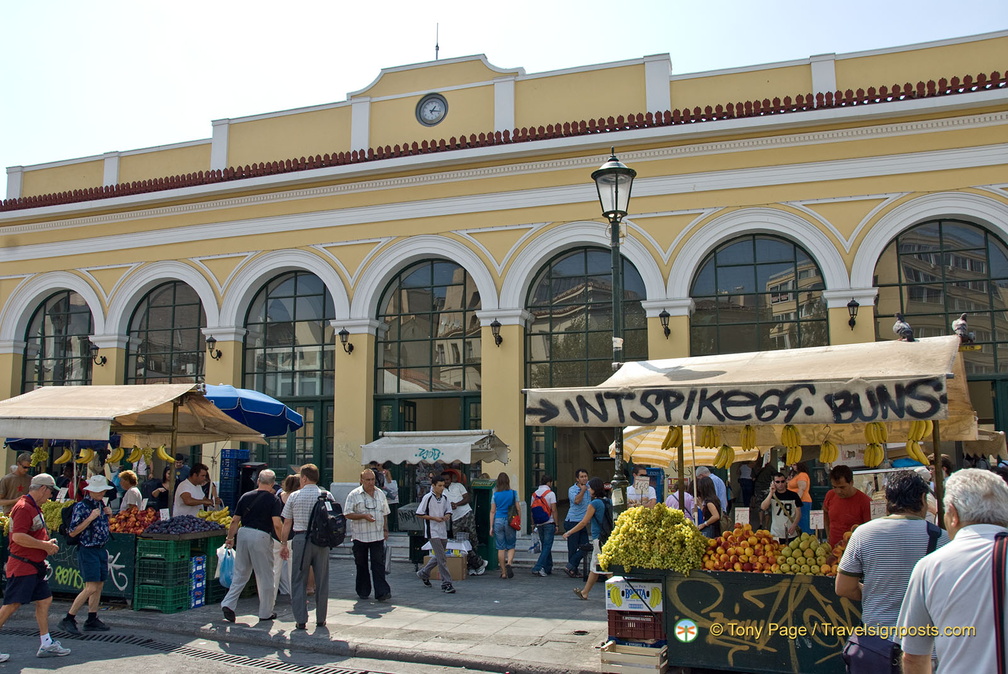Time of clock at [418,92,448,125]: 1:16
